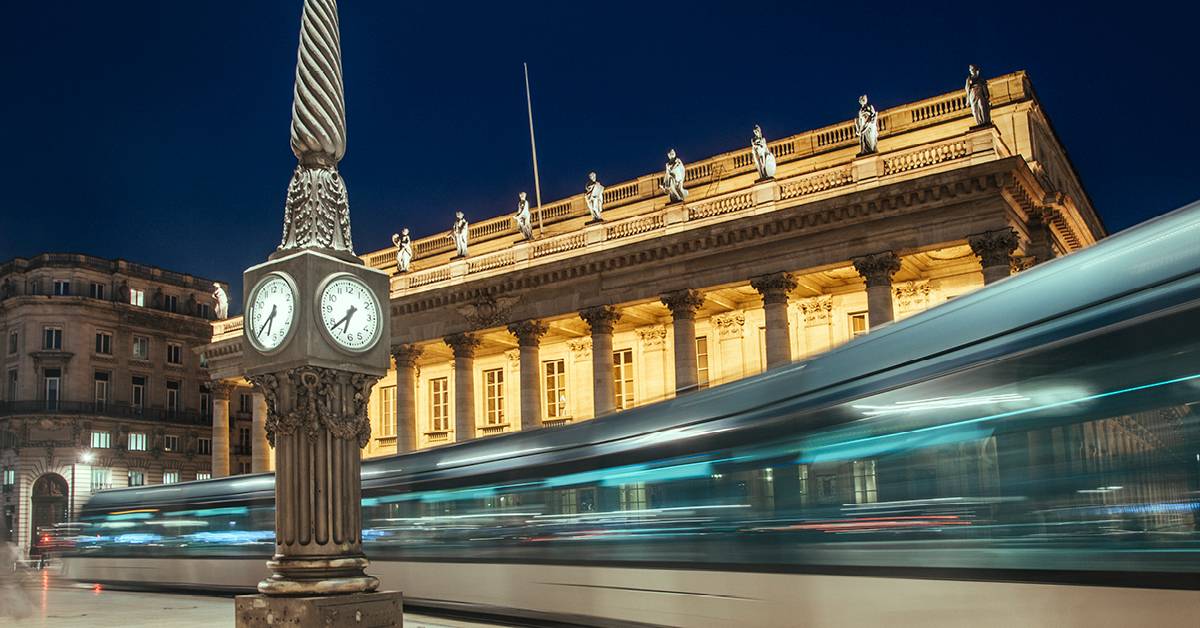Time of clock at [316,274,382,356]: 6:38
